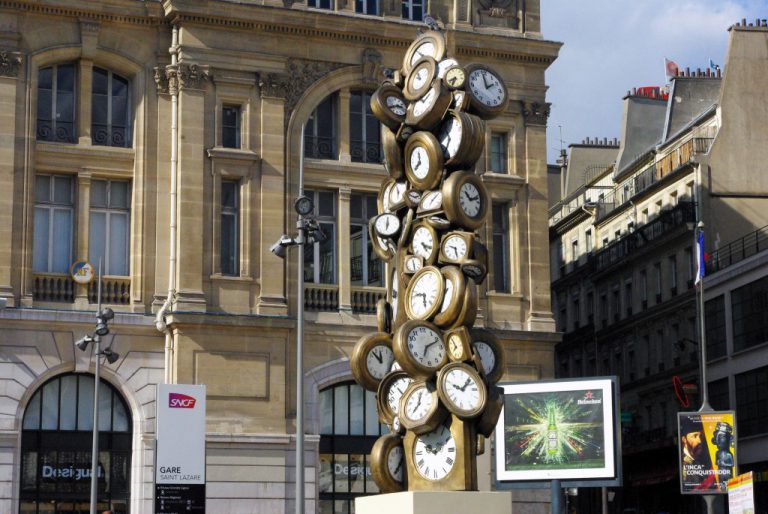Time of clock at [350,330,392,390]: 11:52
